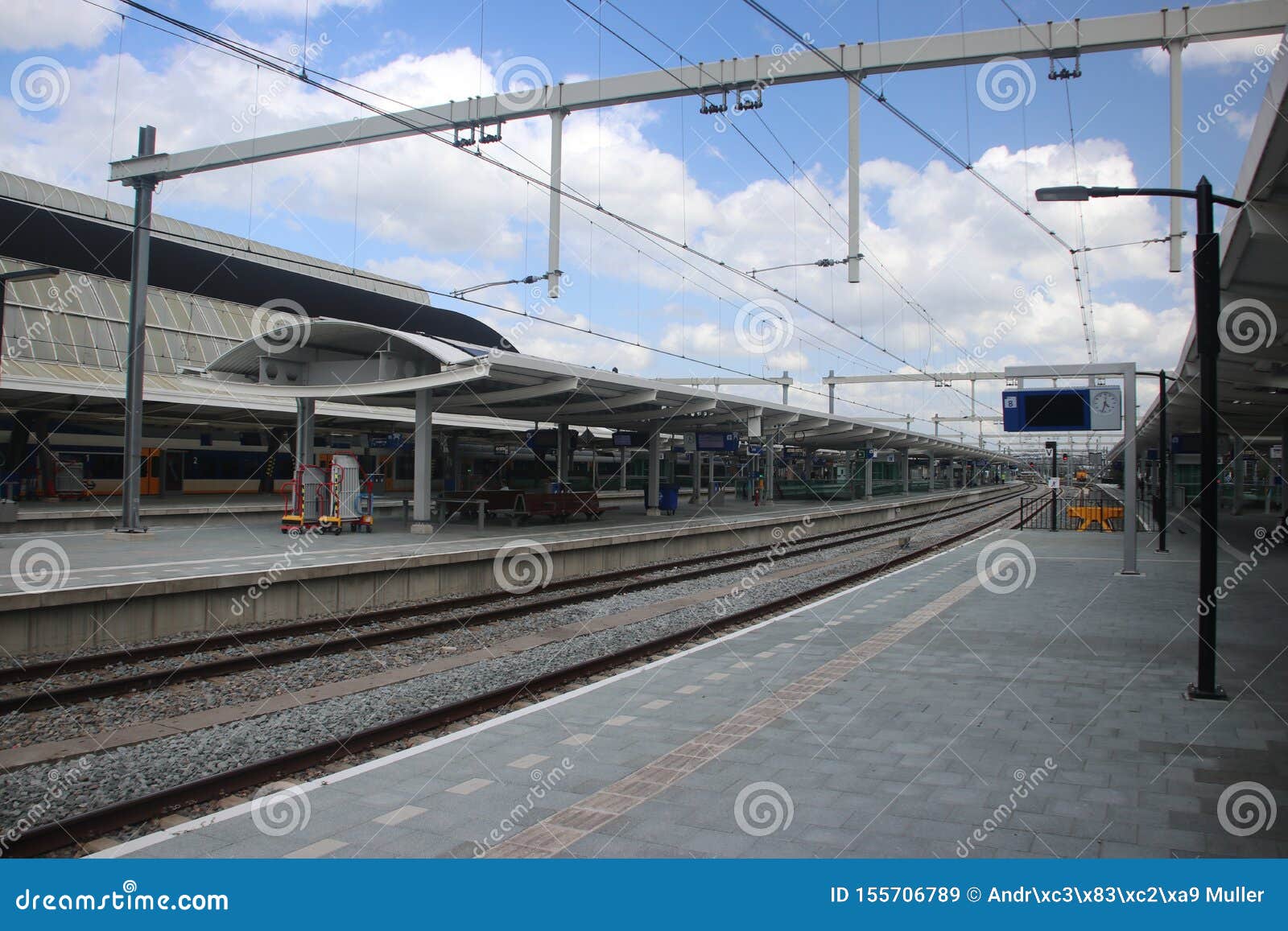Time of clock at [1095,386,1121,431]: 4:33
